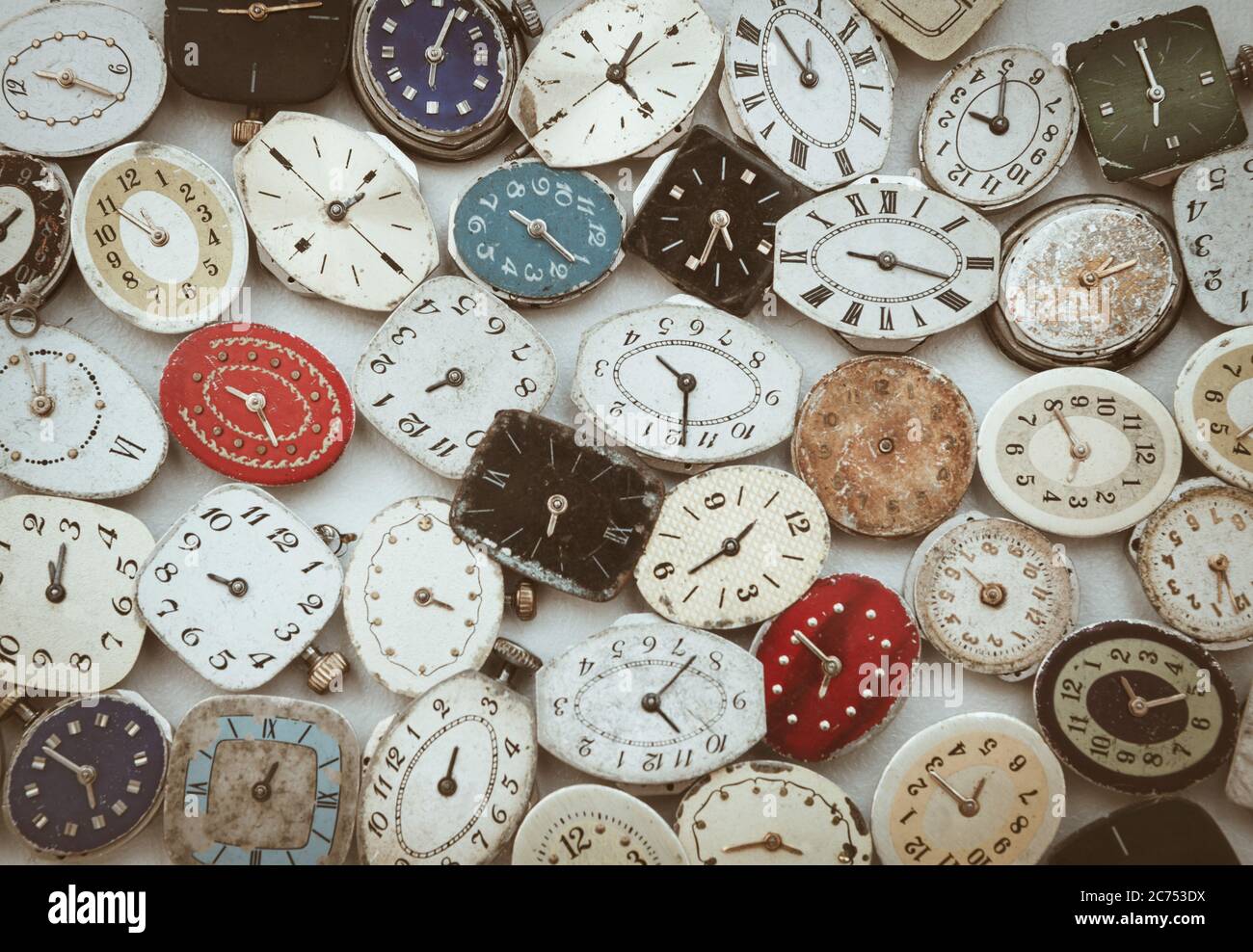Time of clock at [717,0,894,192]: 11:52
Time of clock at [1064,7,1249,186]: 11:59
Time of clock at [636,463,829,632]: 1:42
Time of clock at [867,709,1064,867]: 12:53
